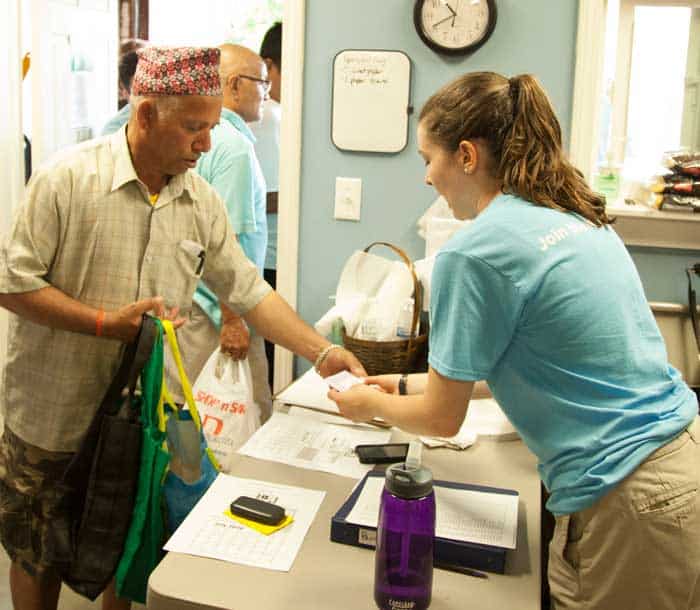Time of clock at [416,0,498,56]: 10:40
